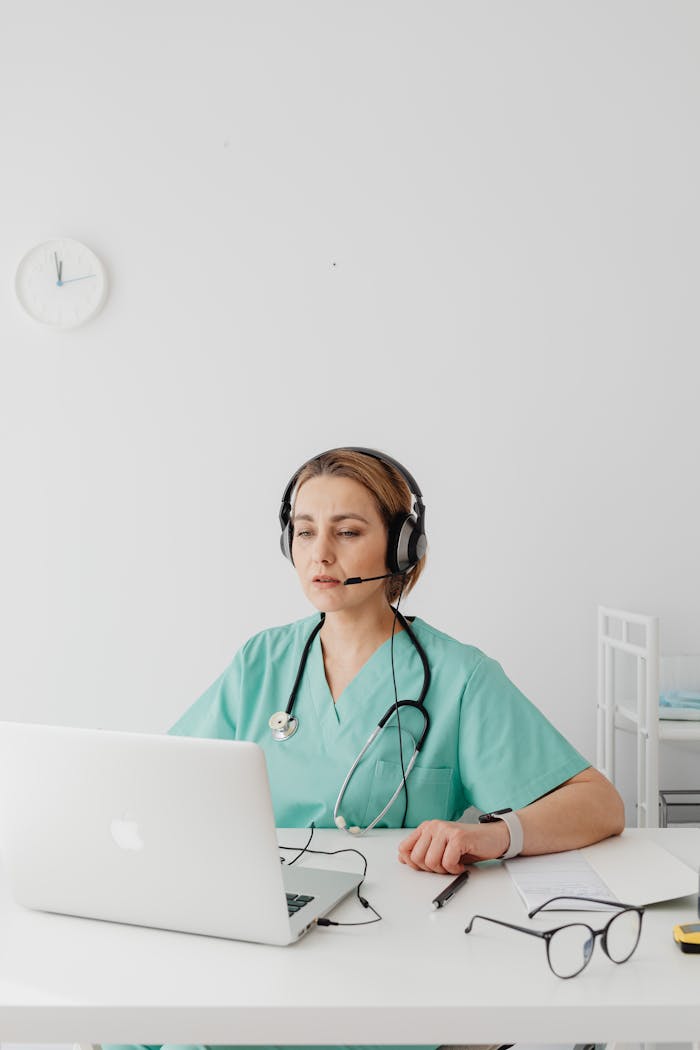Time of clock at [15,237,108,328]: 11:58
